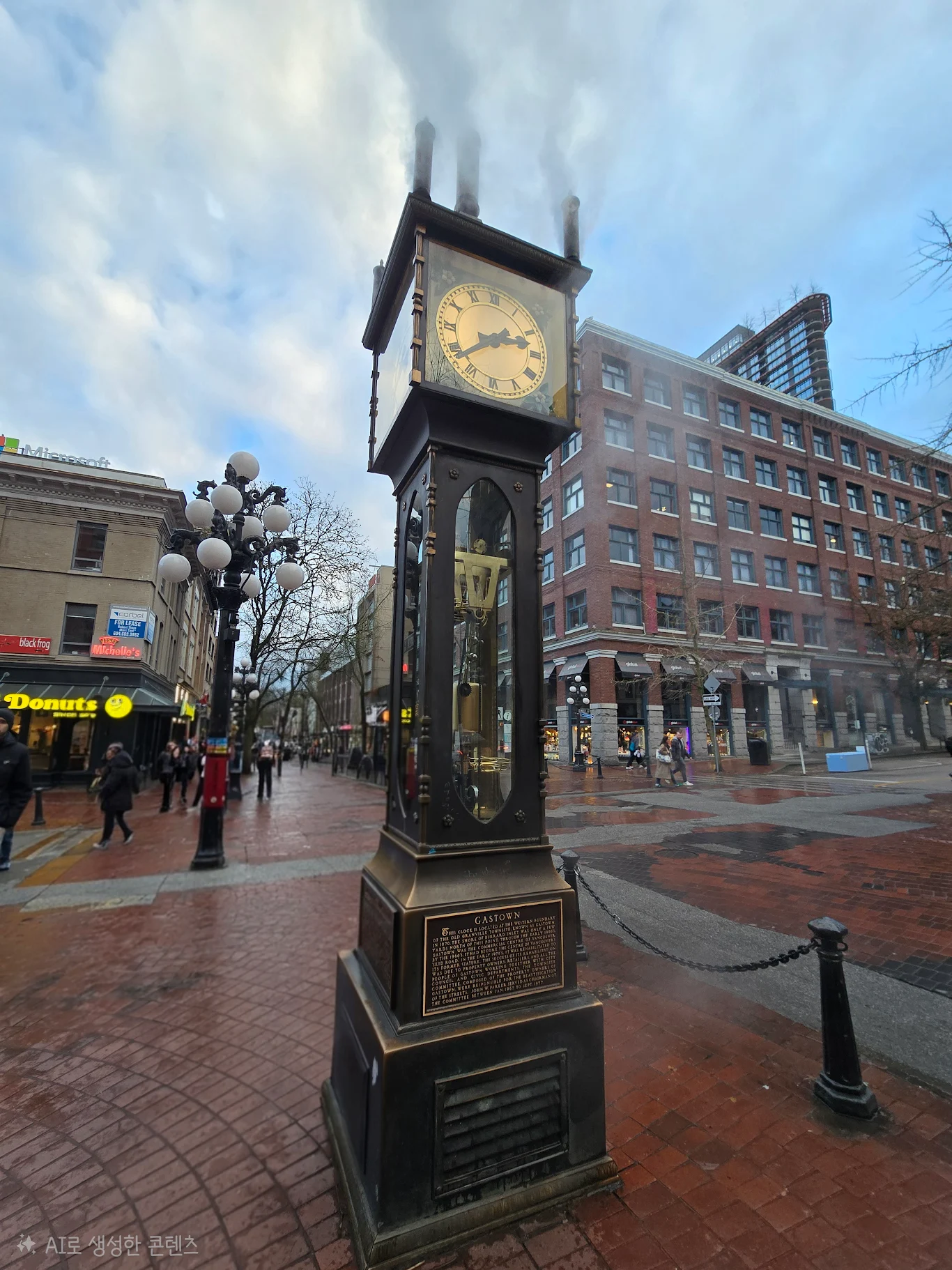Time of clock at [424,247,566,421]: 2:38
